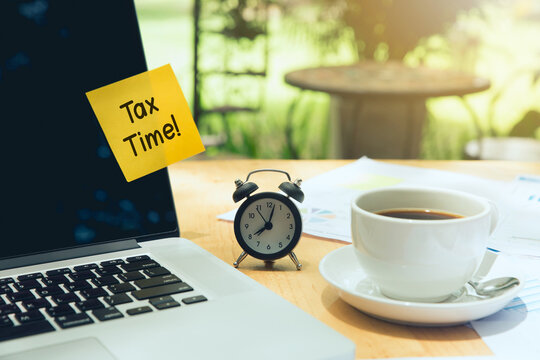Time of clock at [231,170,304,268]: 8:02
